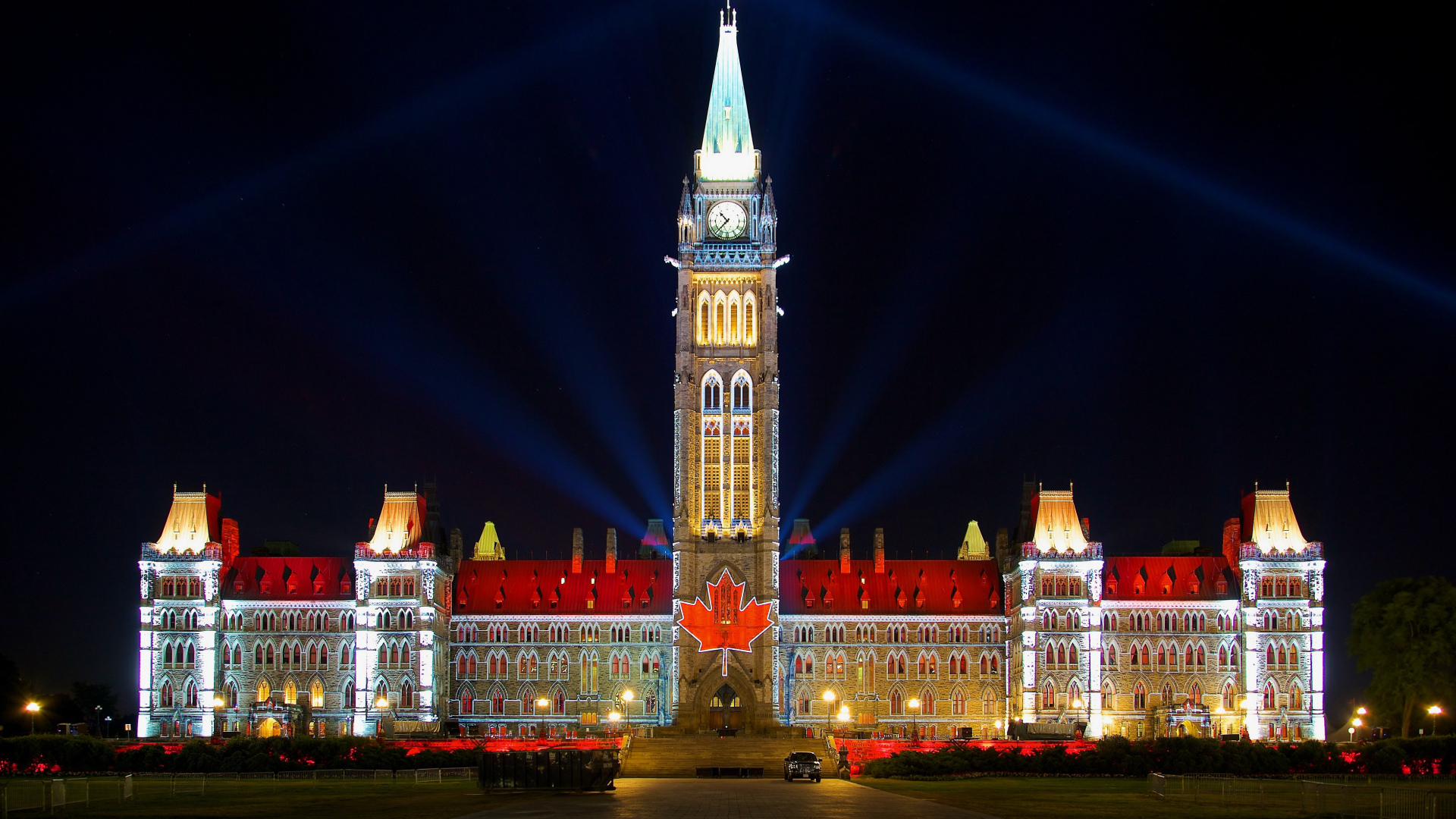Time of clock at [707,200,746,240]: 10:37
